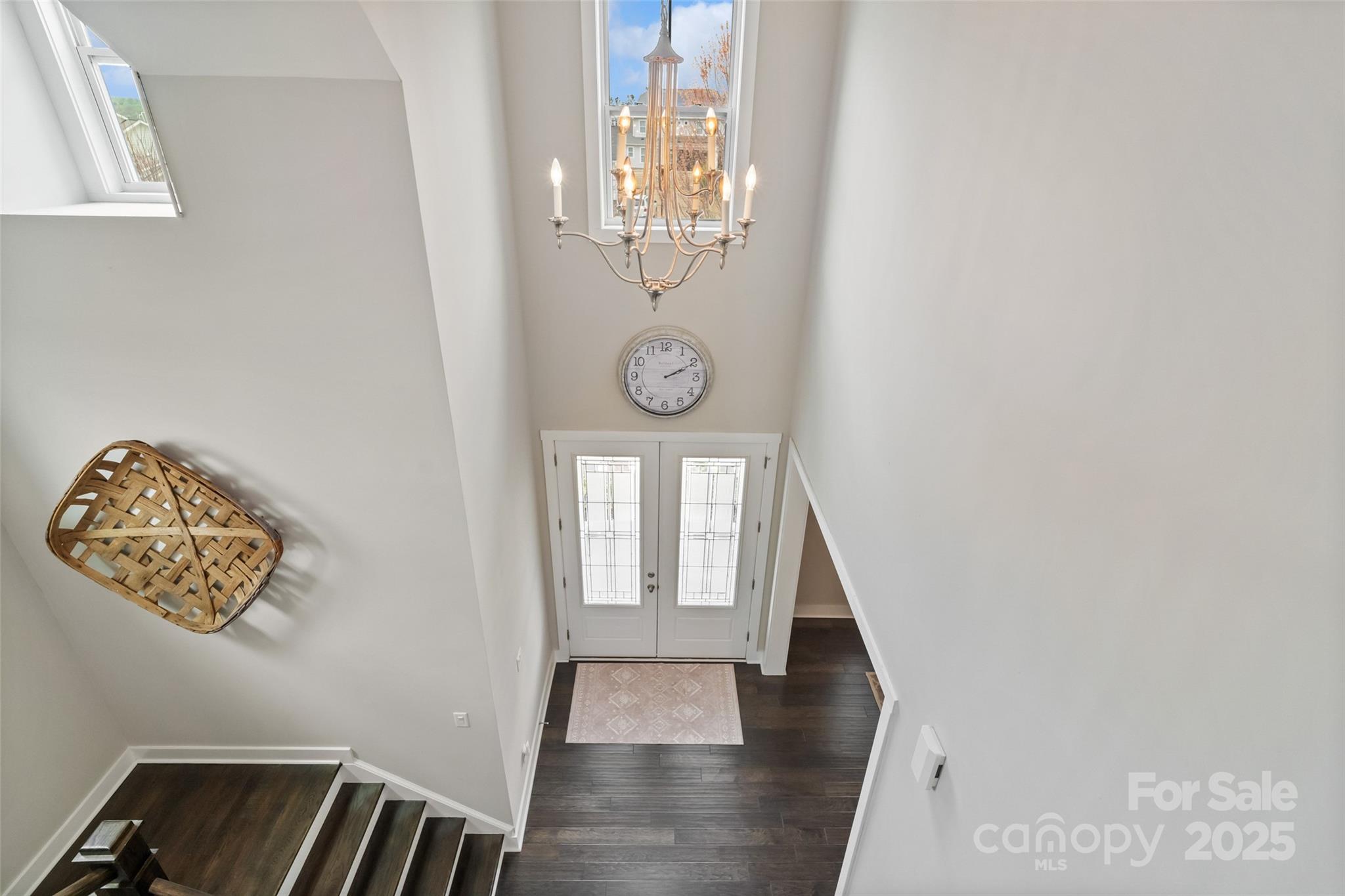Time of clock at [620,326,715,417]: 2:10
